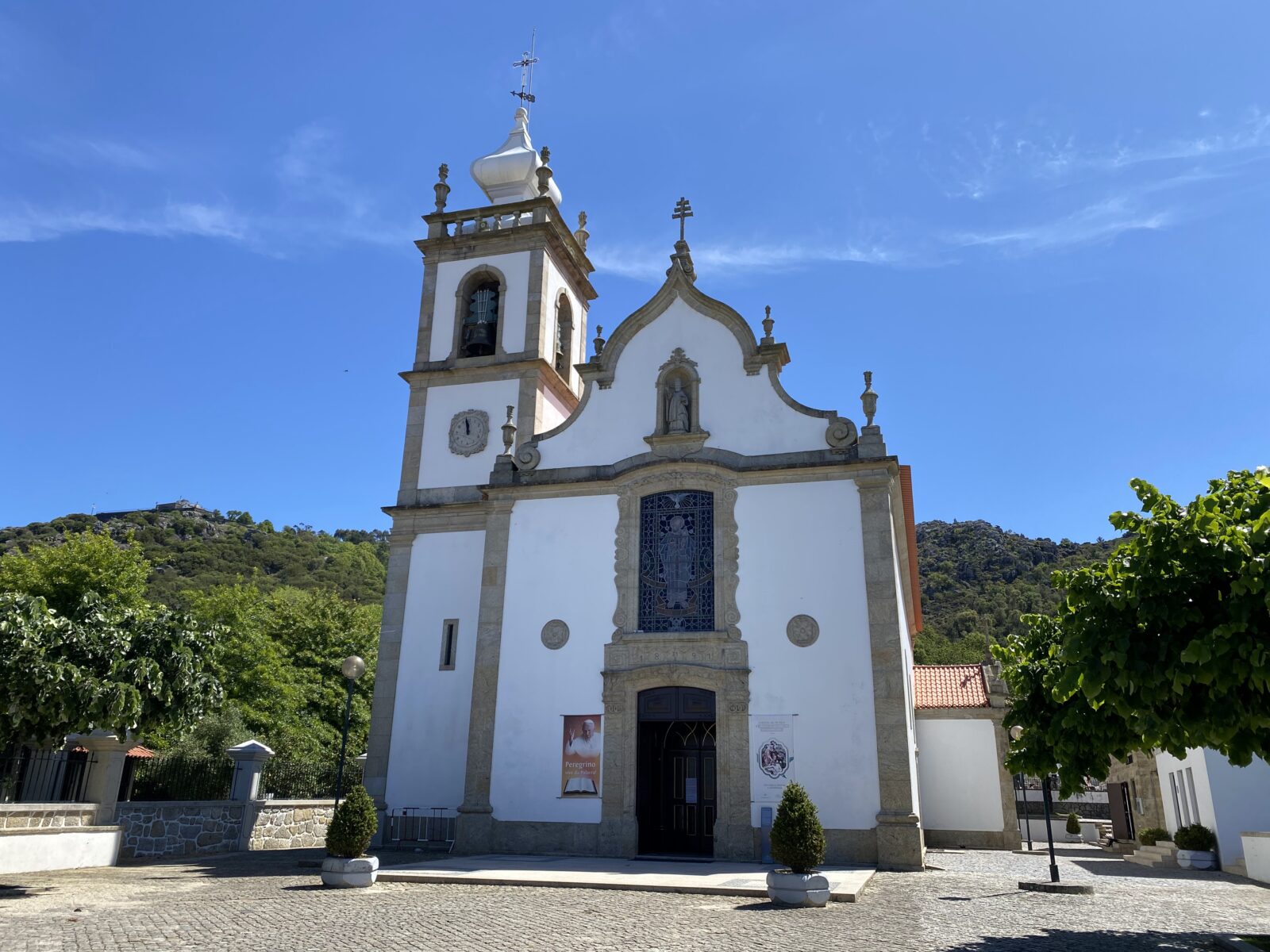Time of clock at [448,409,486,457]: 11:58
